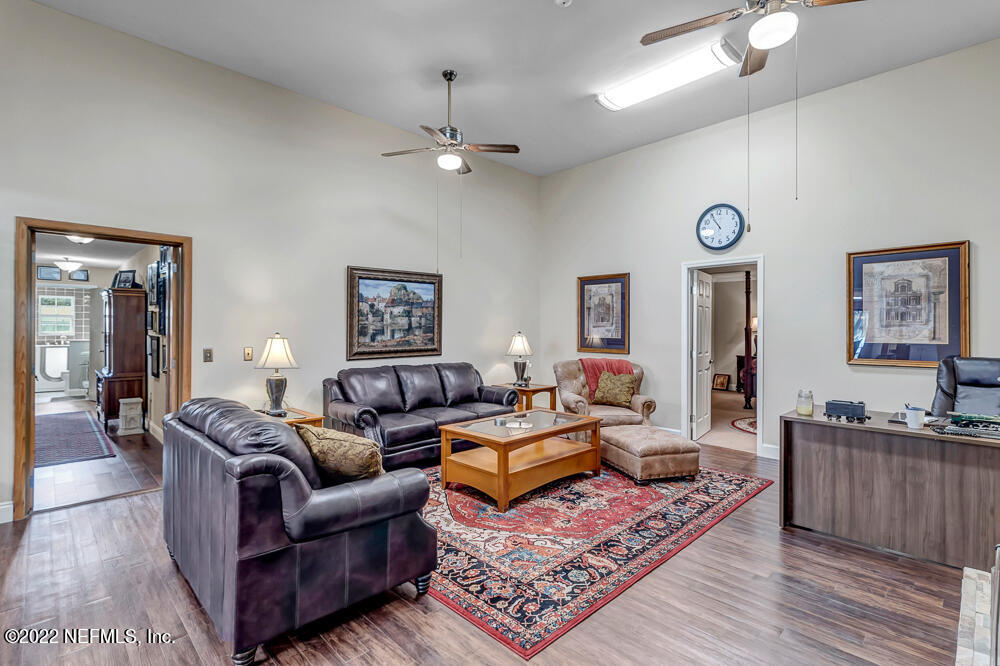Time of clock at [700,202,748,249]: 10:54
